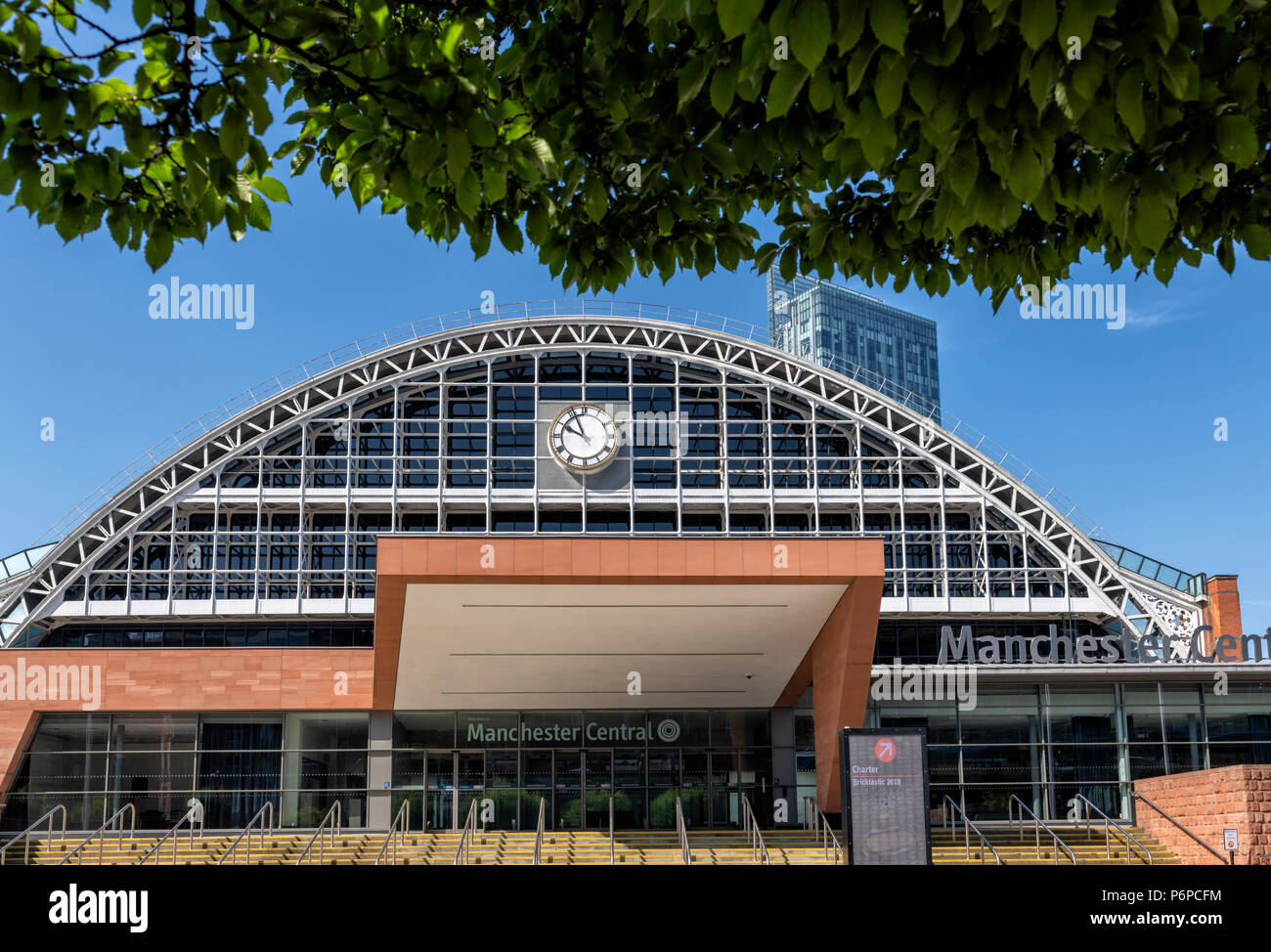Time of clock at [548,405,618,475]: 9:56
